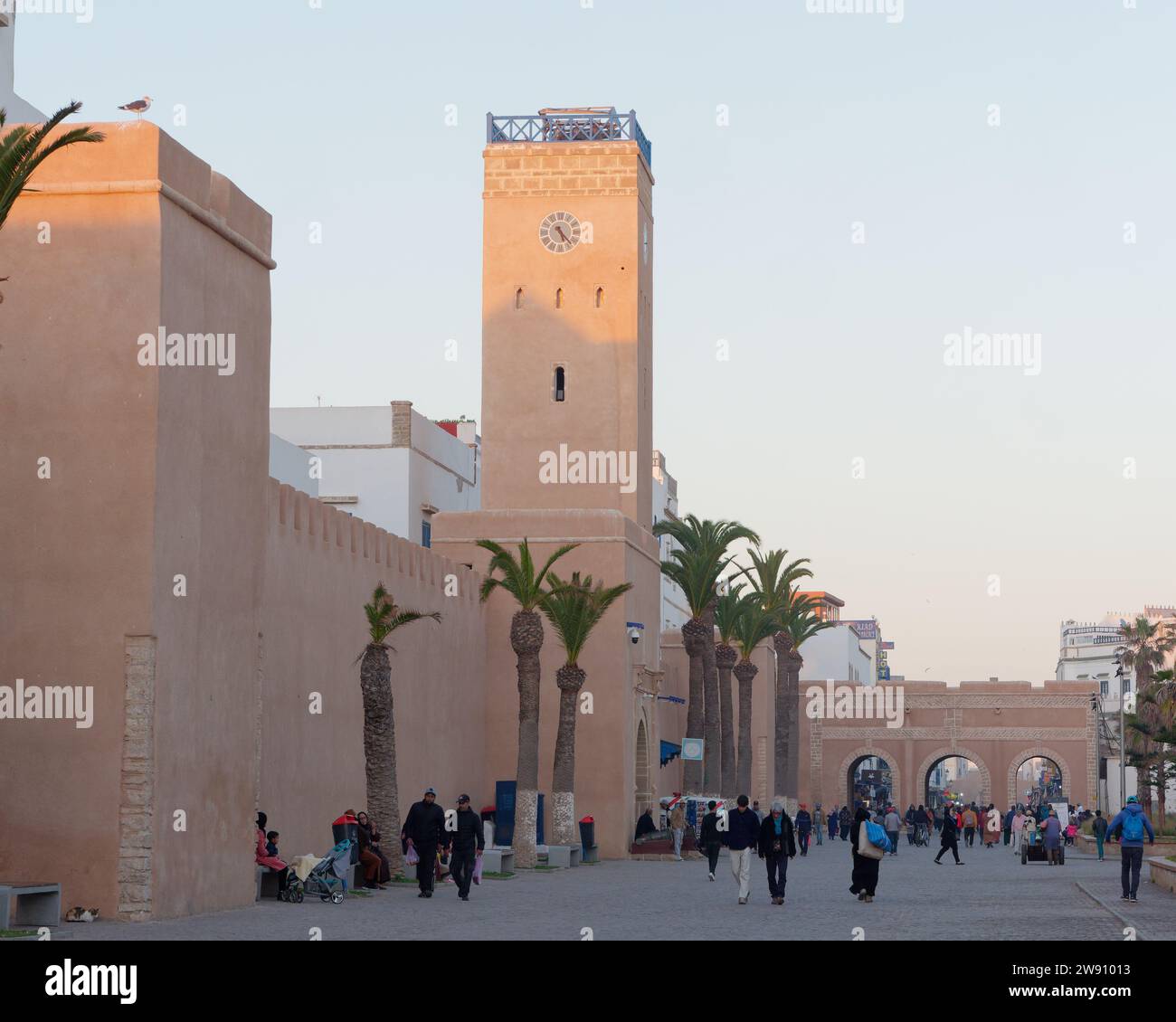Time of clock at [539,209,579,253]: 5:22
